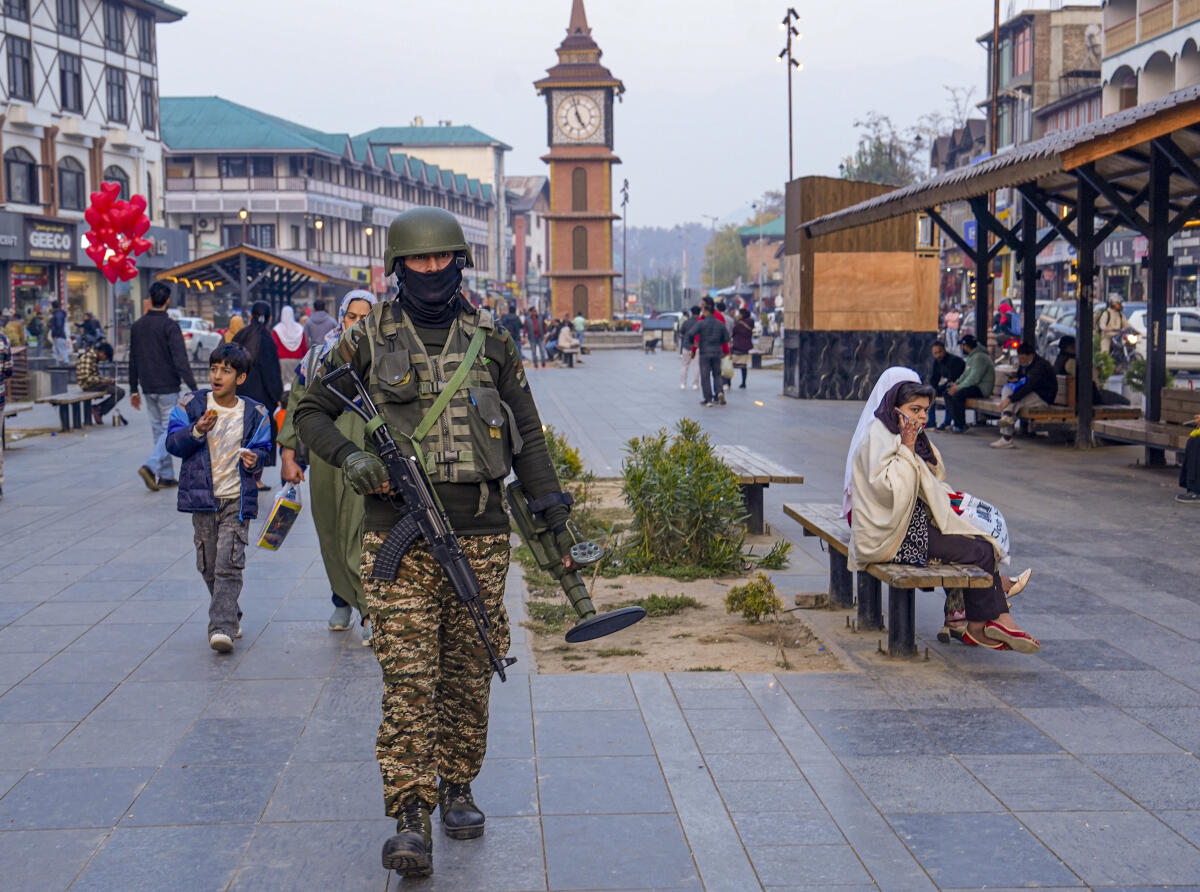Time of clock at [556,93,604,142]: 4:57
